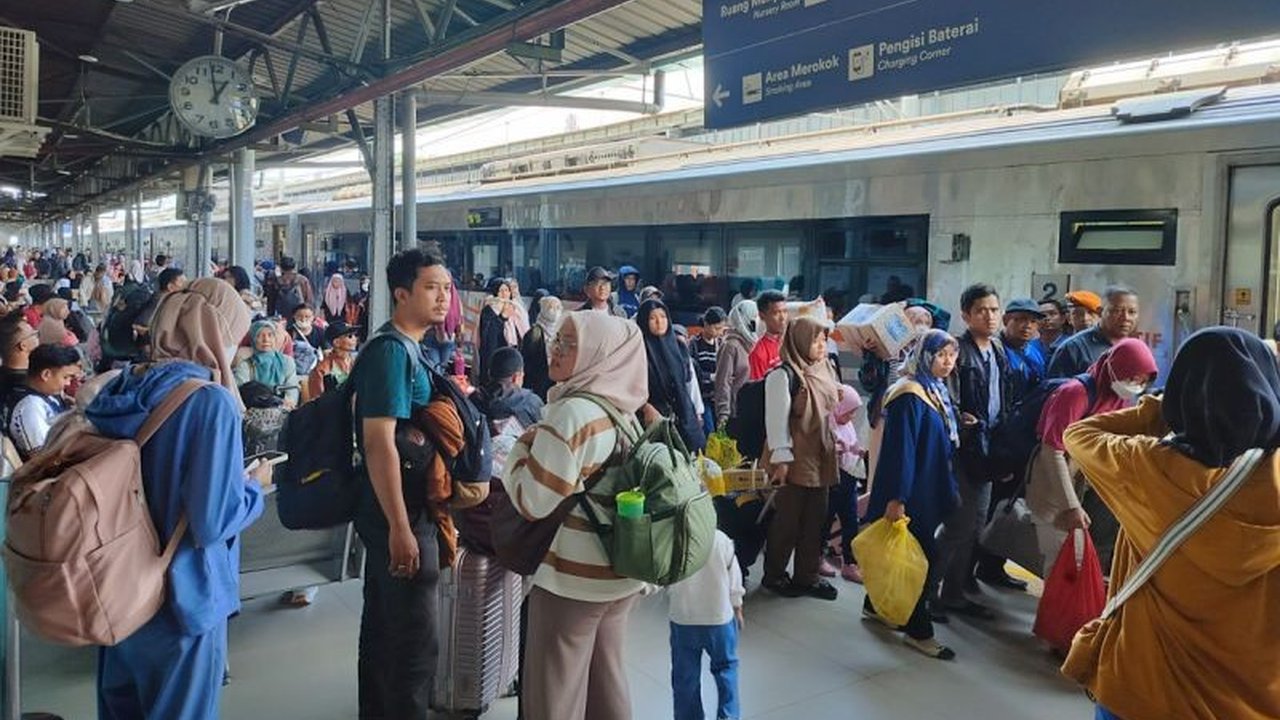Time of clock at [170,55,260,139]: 12:58
